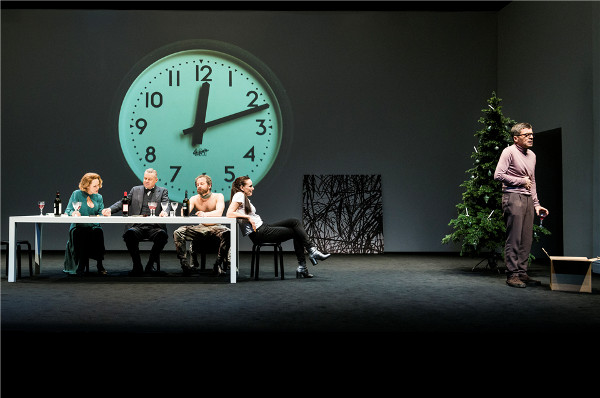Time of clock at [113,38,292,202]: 12:11
